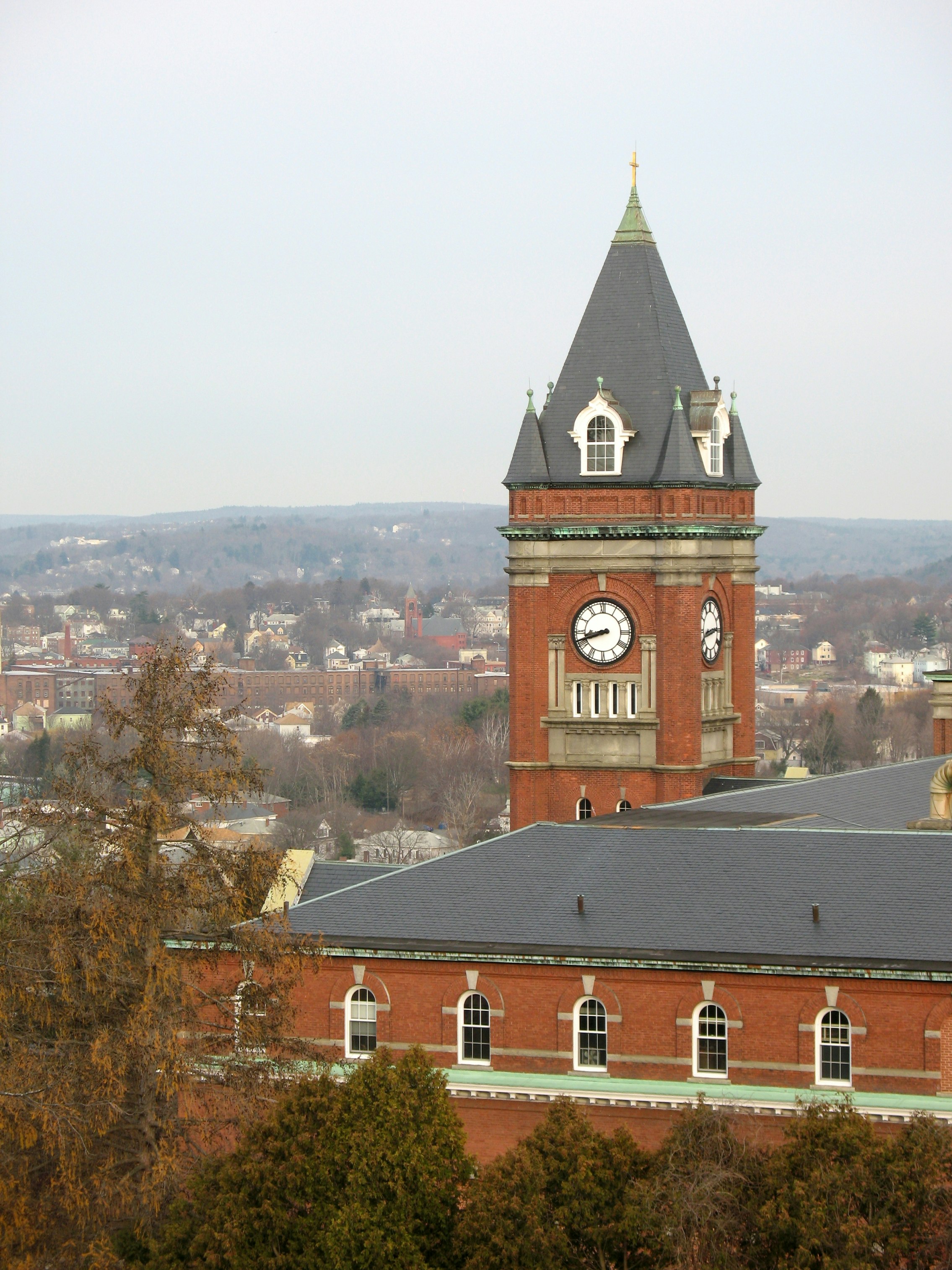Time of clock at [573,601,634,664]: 8:41
